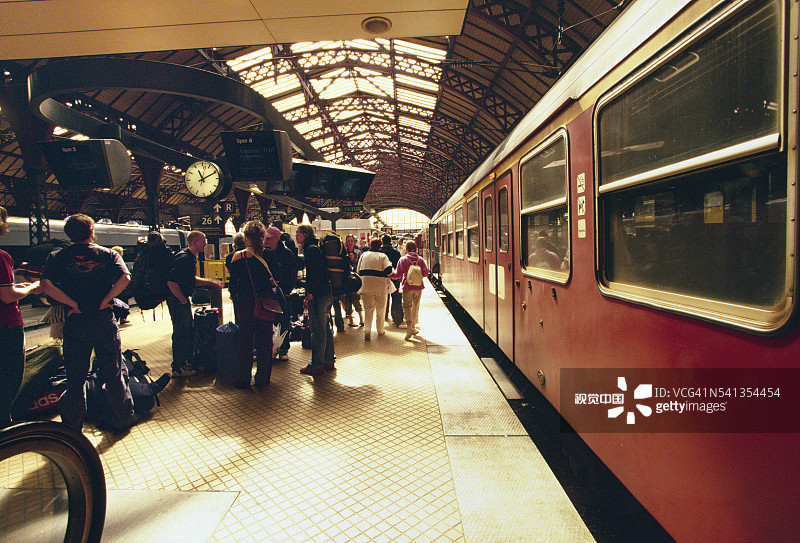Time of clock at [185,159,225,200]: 11:10
